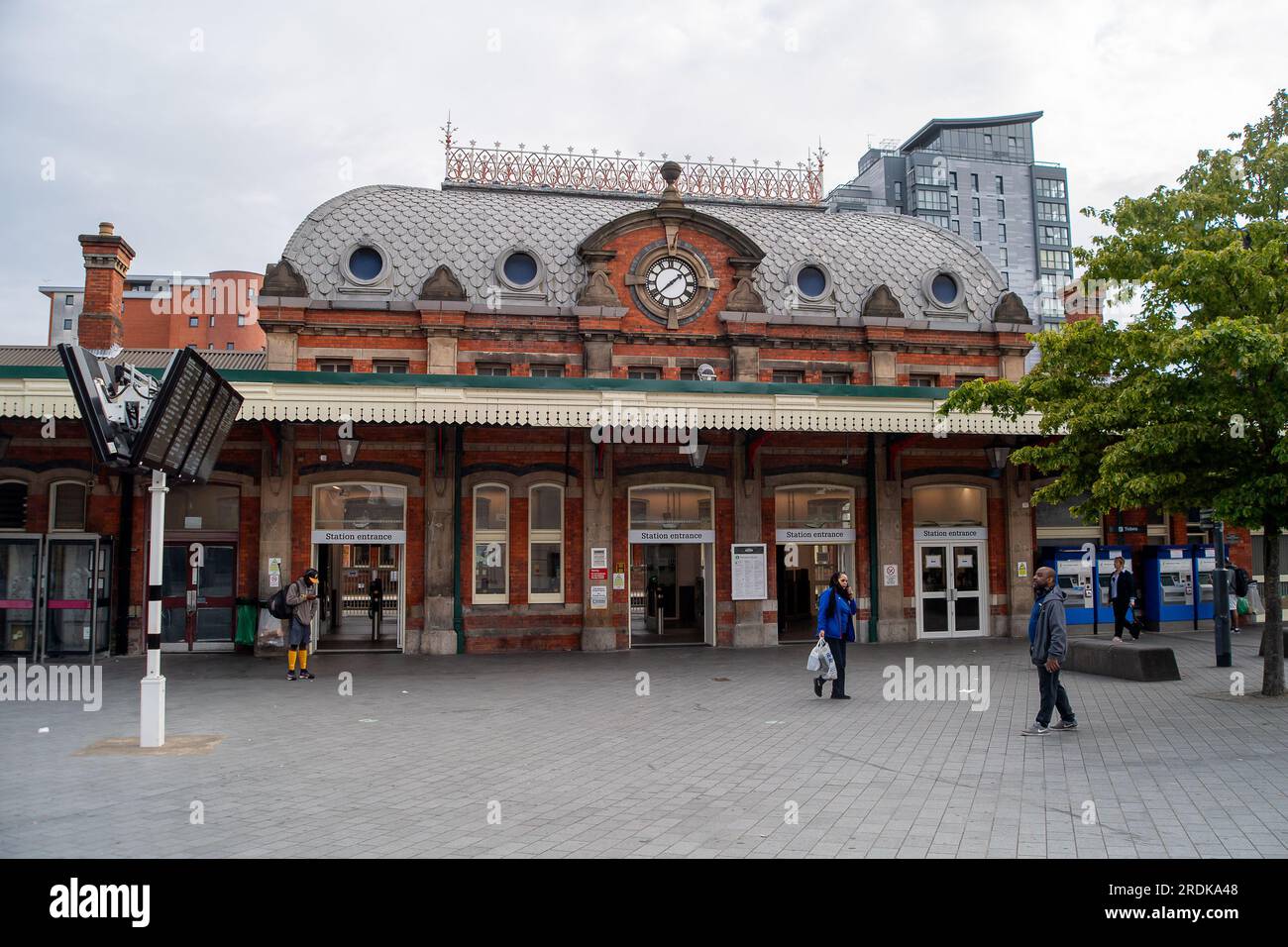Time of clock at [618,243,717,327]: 1:37
